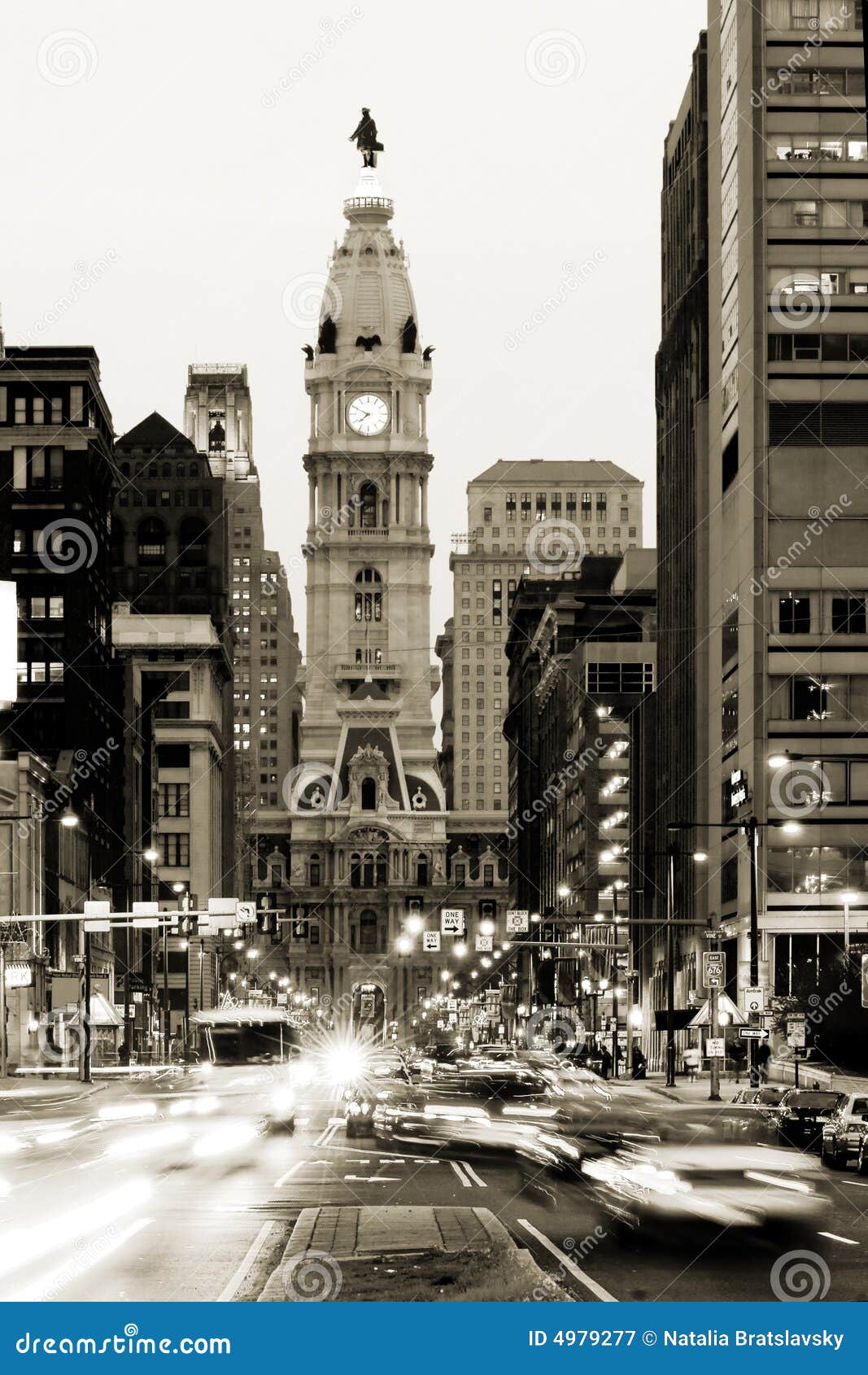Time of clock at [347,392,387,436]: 7:49
